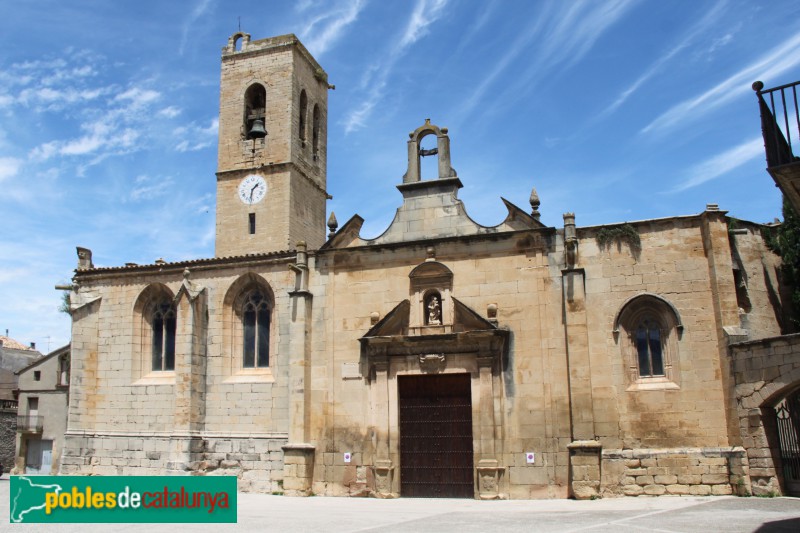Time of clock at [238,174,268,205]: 1:32
